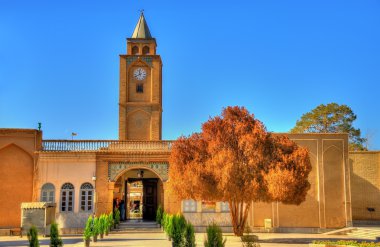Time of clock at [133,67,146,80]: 11:40
